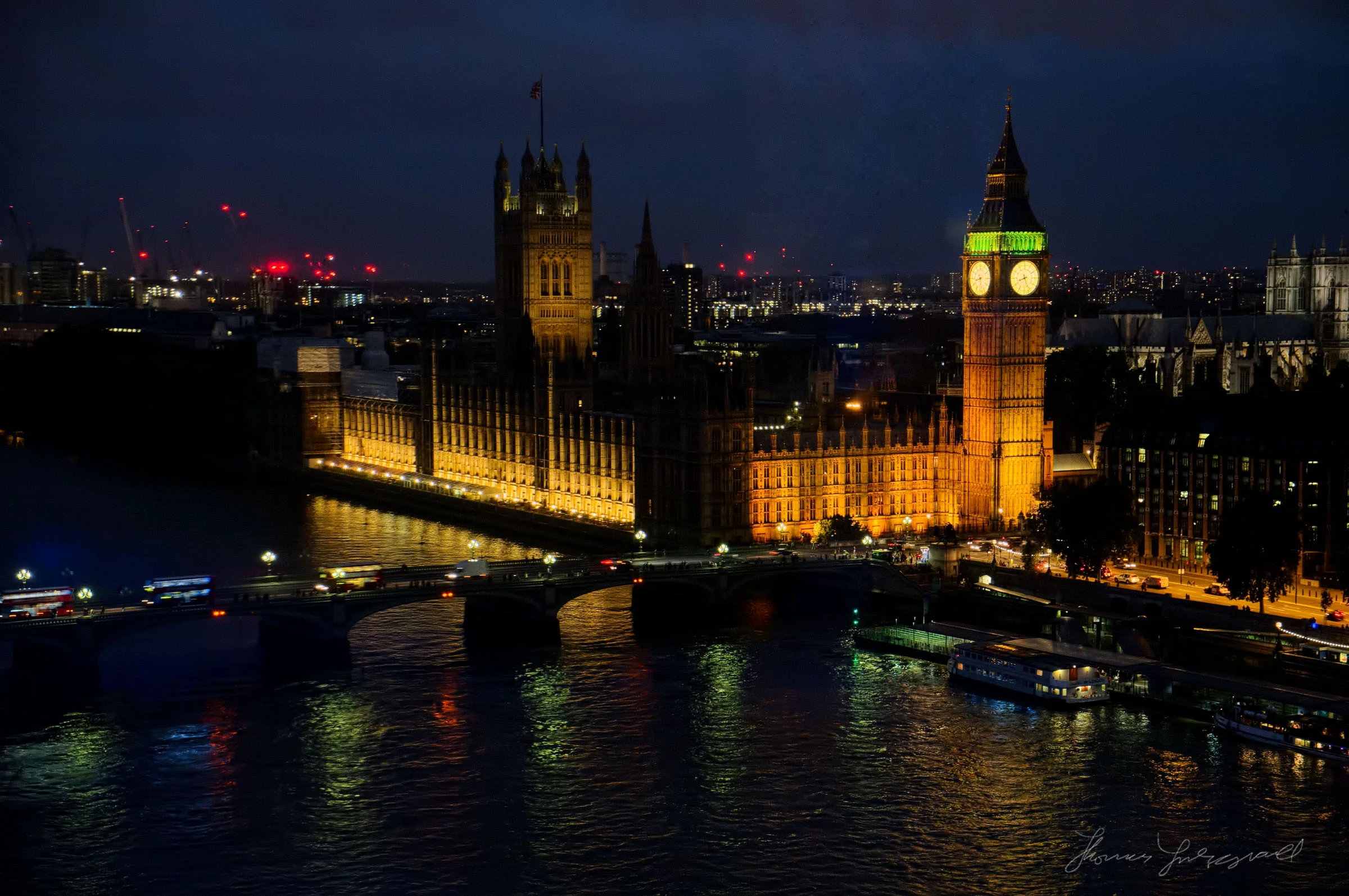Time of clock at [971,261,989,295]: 8:27
